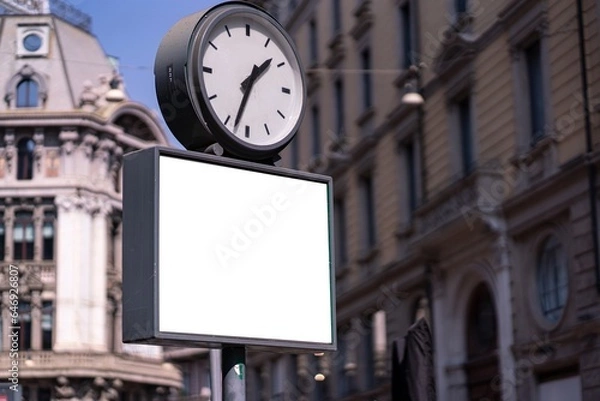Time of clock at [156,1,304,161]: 1:33
